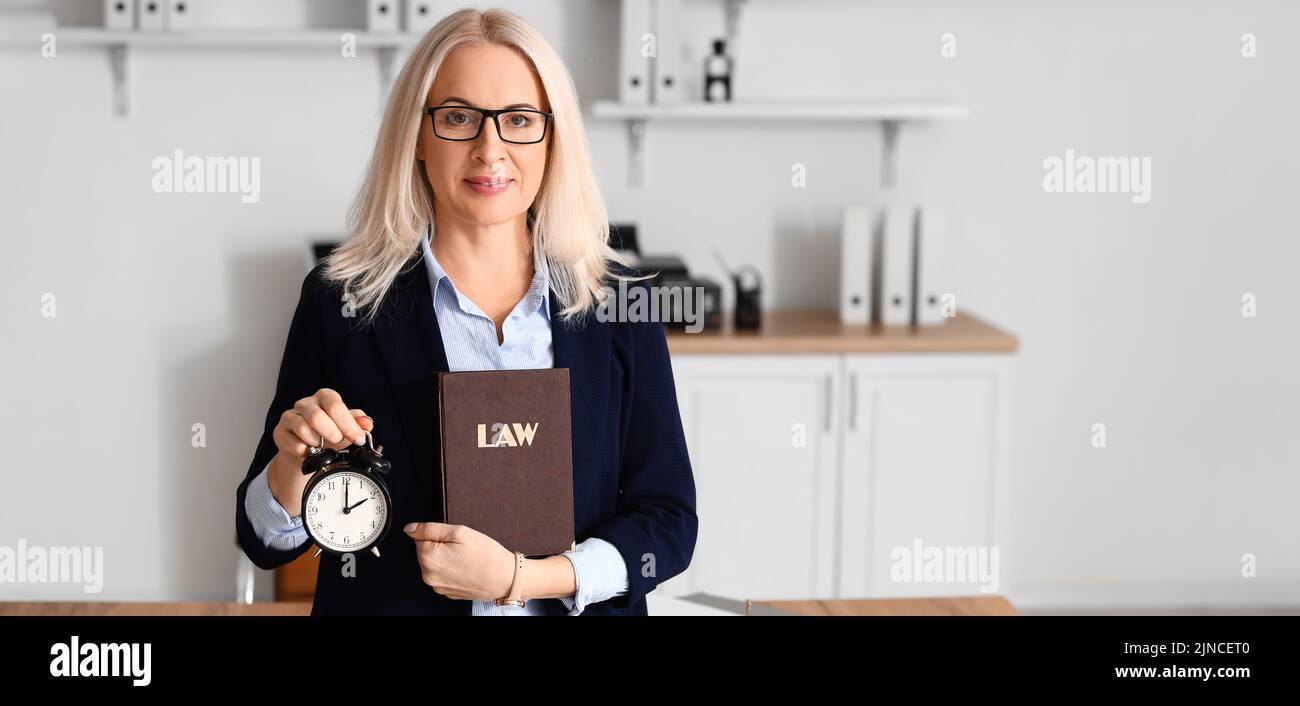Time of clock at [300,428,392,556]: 2:00
